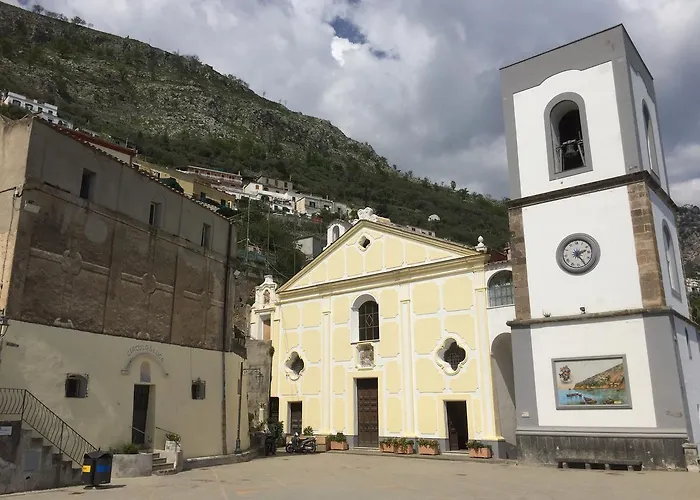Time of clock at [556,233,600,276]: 2:24
